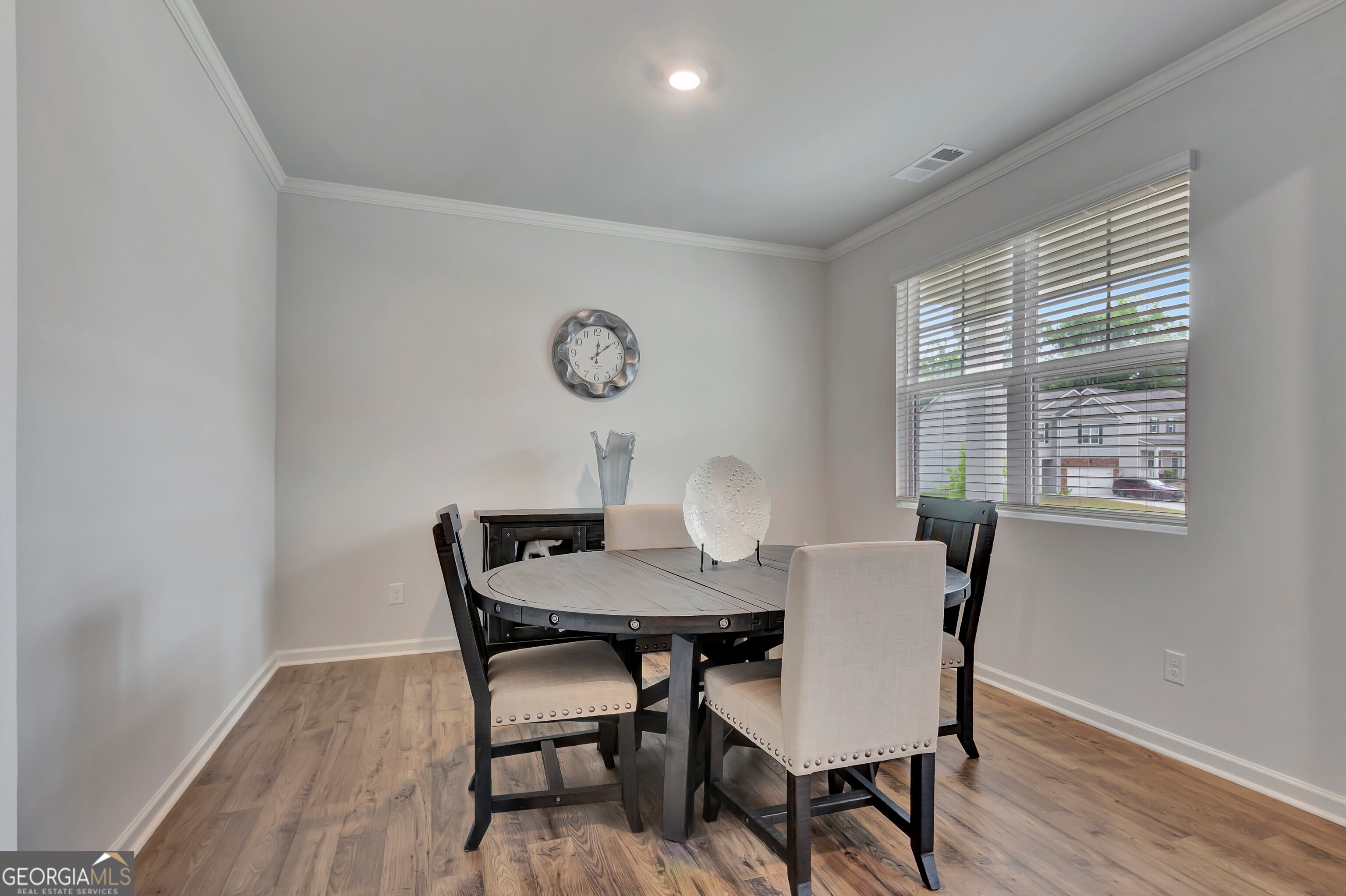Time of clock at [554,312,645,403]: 12:08
